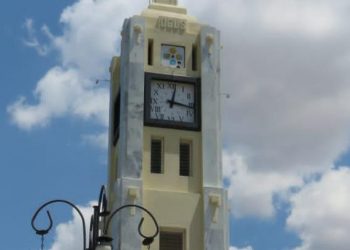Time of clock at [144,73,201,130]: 12:16
